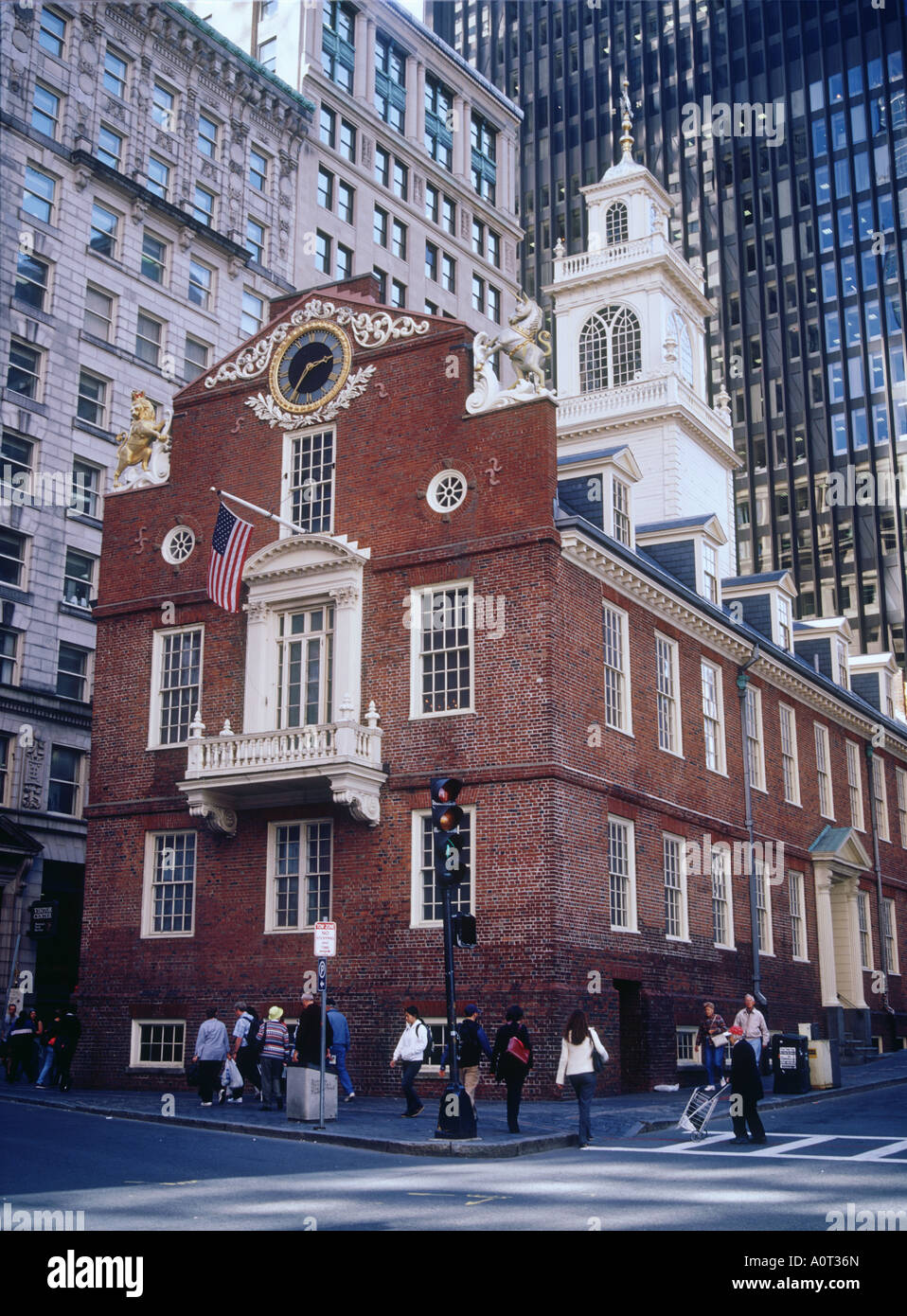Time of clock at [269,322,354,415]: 2:36
